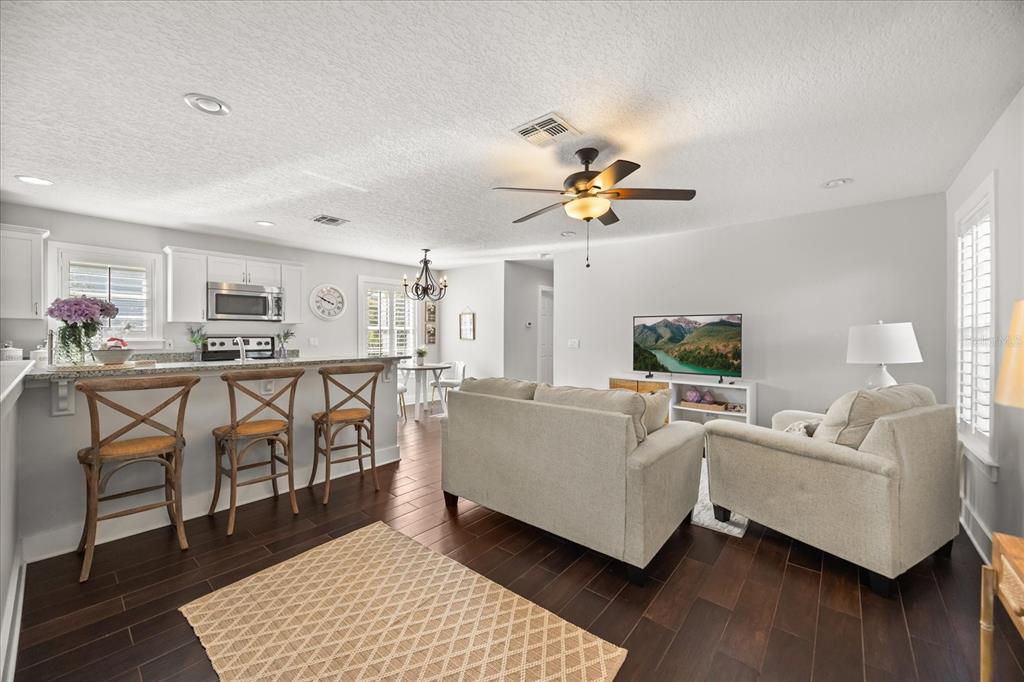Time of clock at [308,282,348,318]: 9:49
